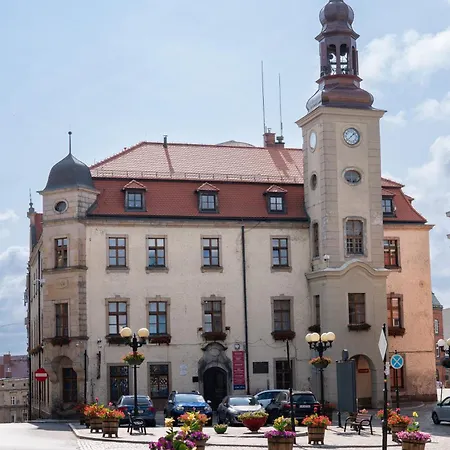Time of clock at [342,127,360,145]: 1:38
